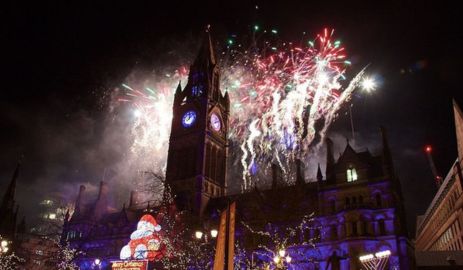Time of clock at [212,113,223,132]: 8:12
